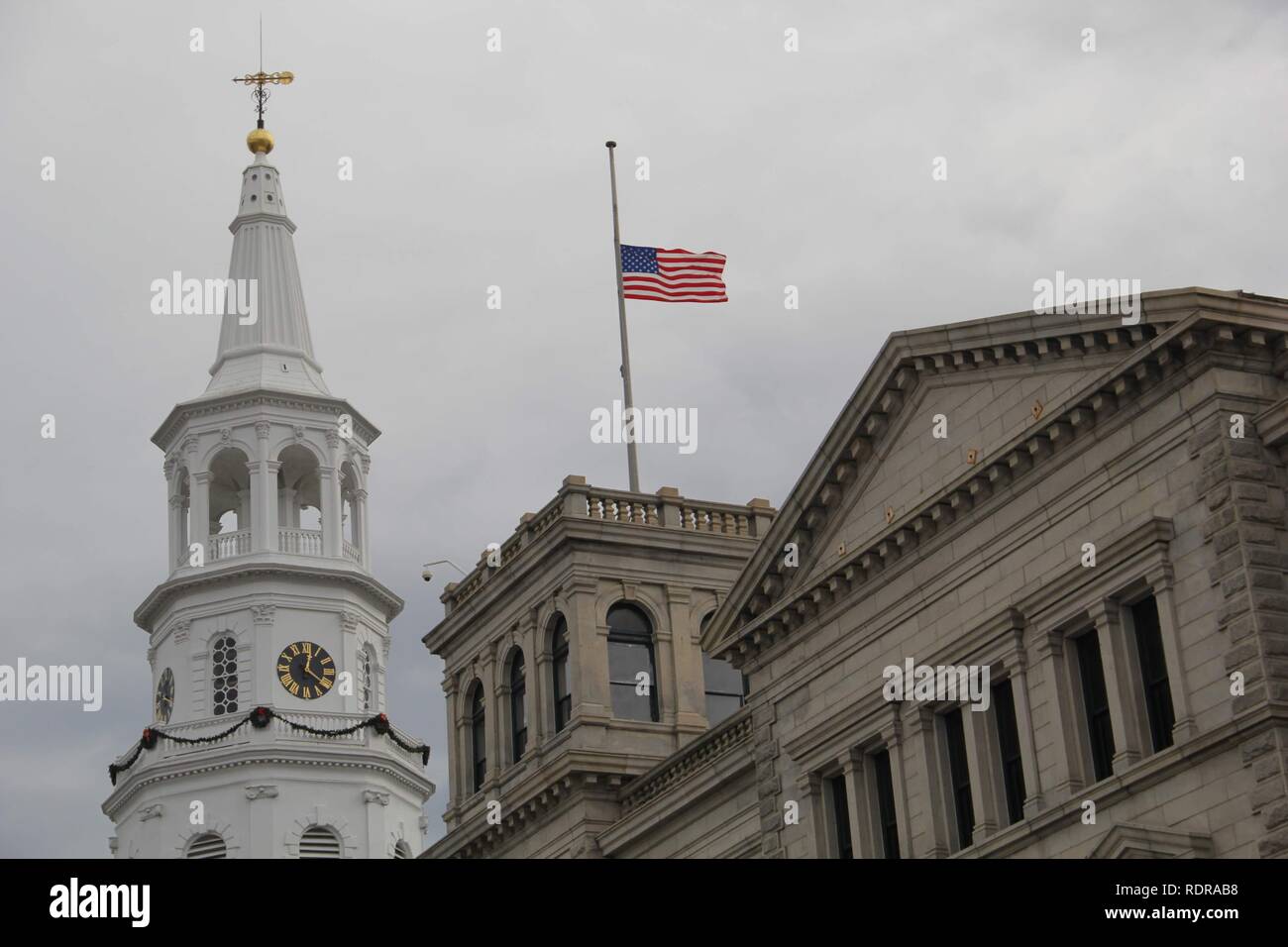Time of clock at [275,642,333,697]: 4:02
